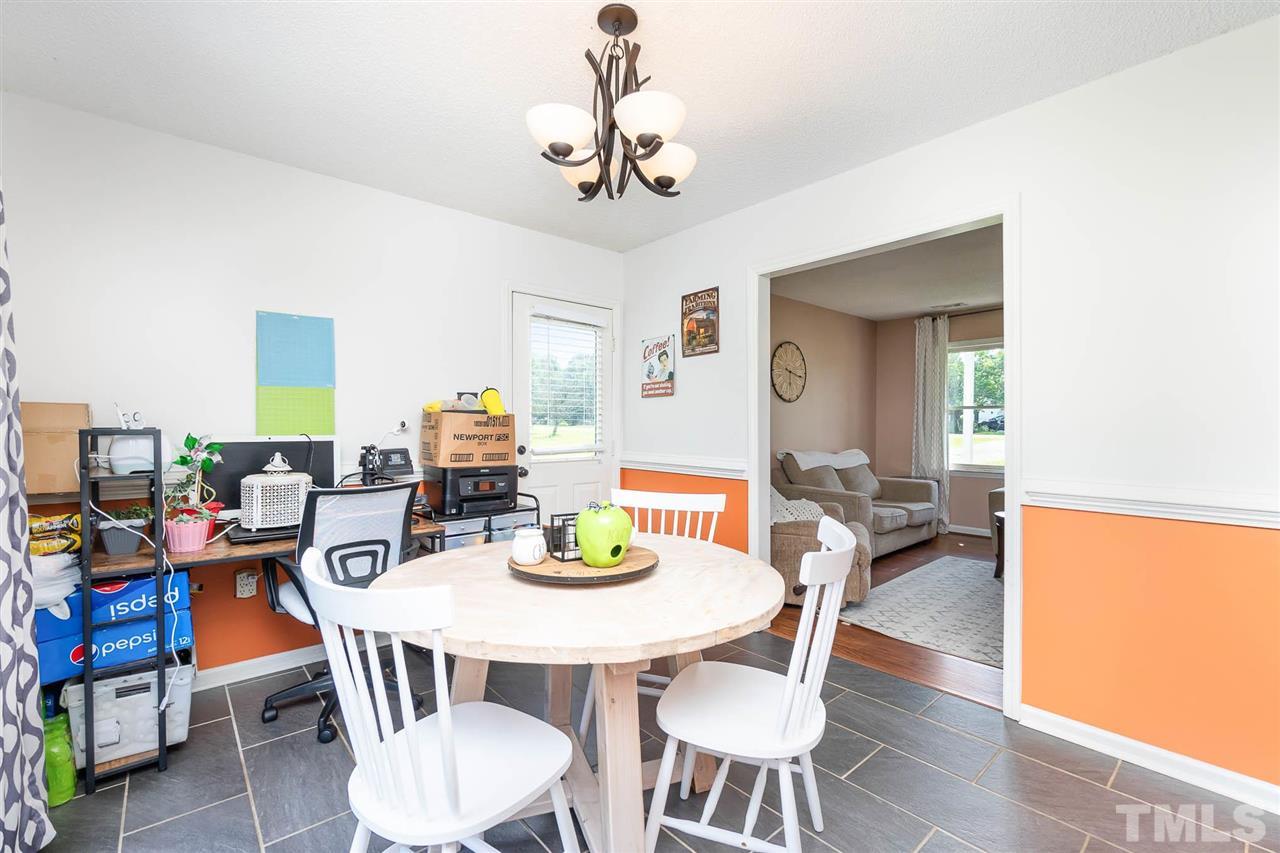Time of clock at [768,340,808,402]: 6:16
